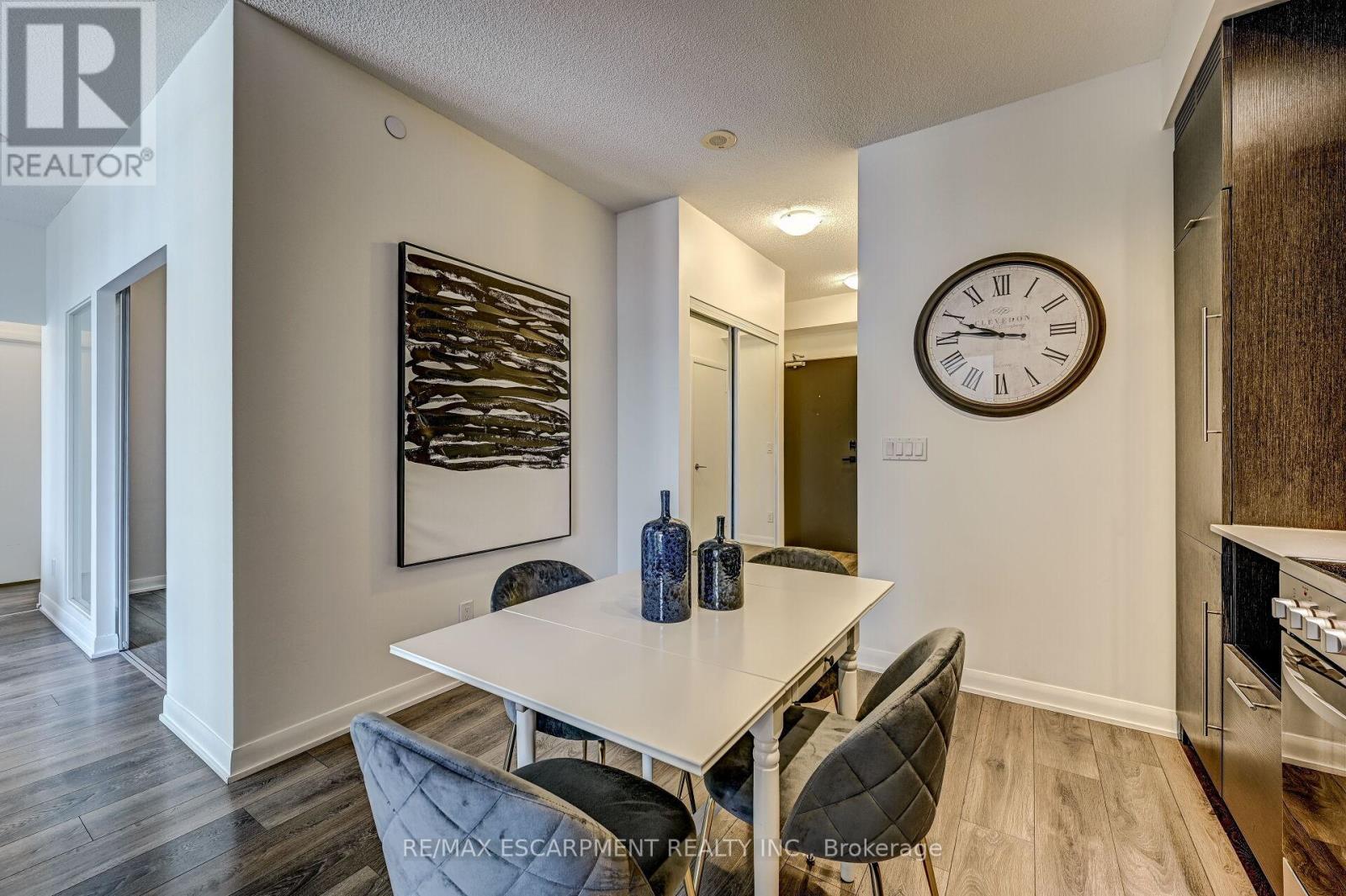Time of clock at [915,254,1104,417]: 9:45
